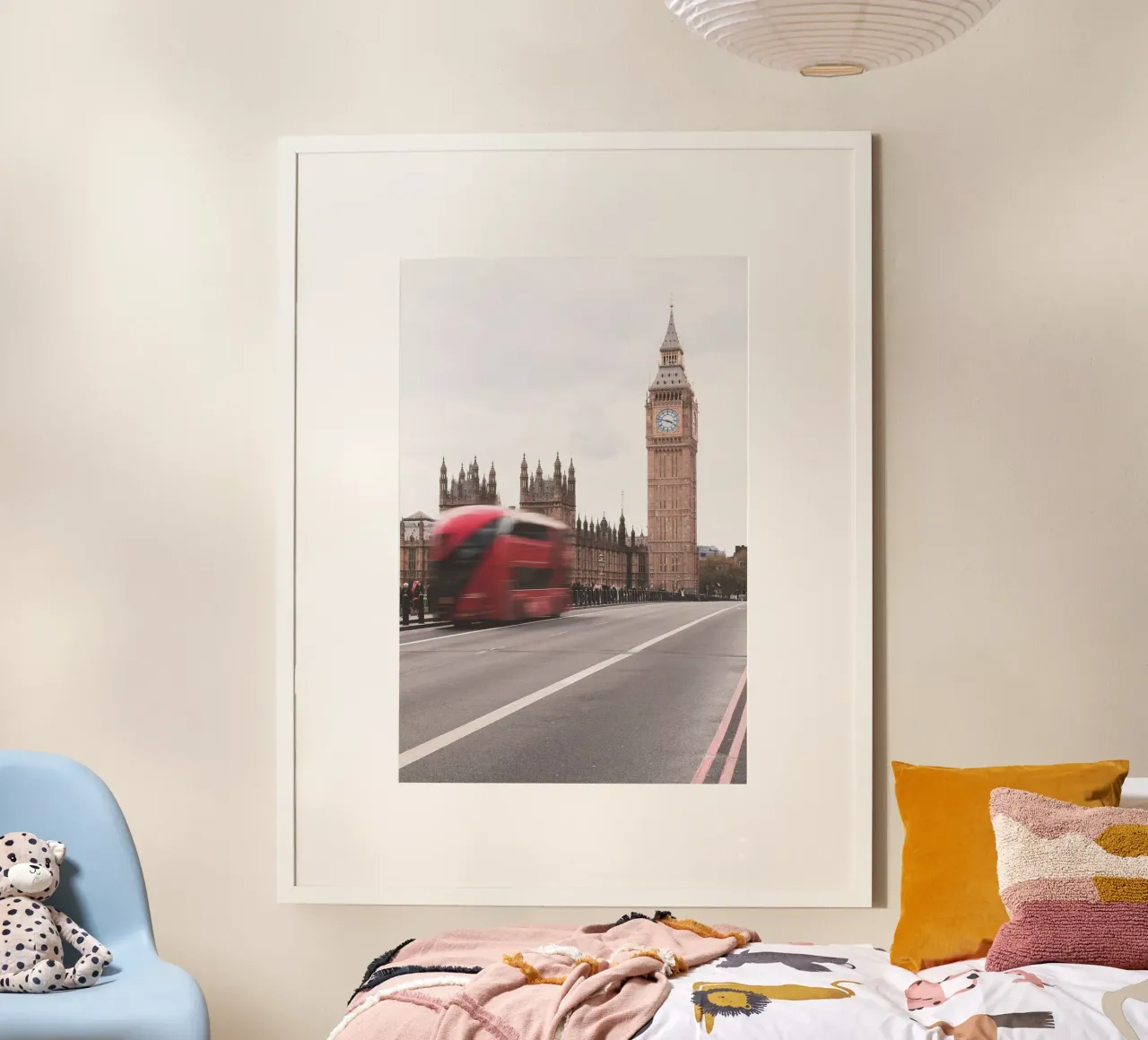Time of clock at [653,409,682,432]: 3:47
